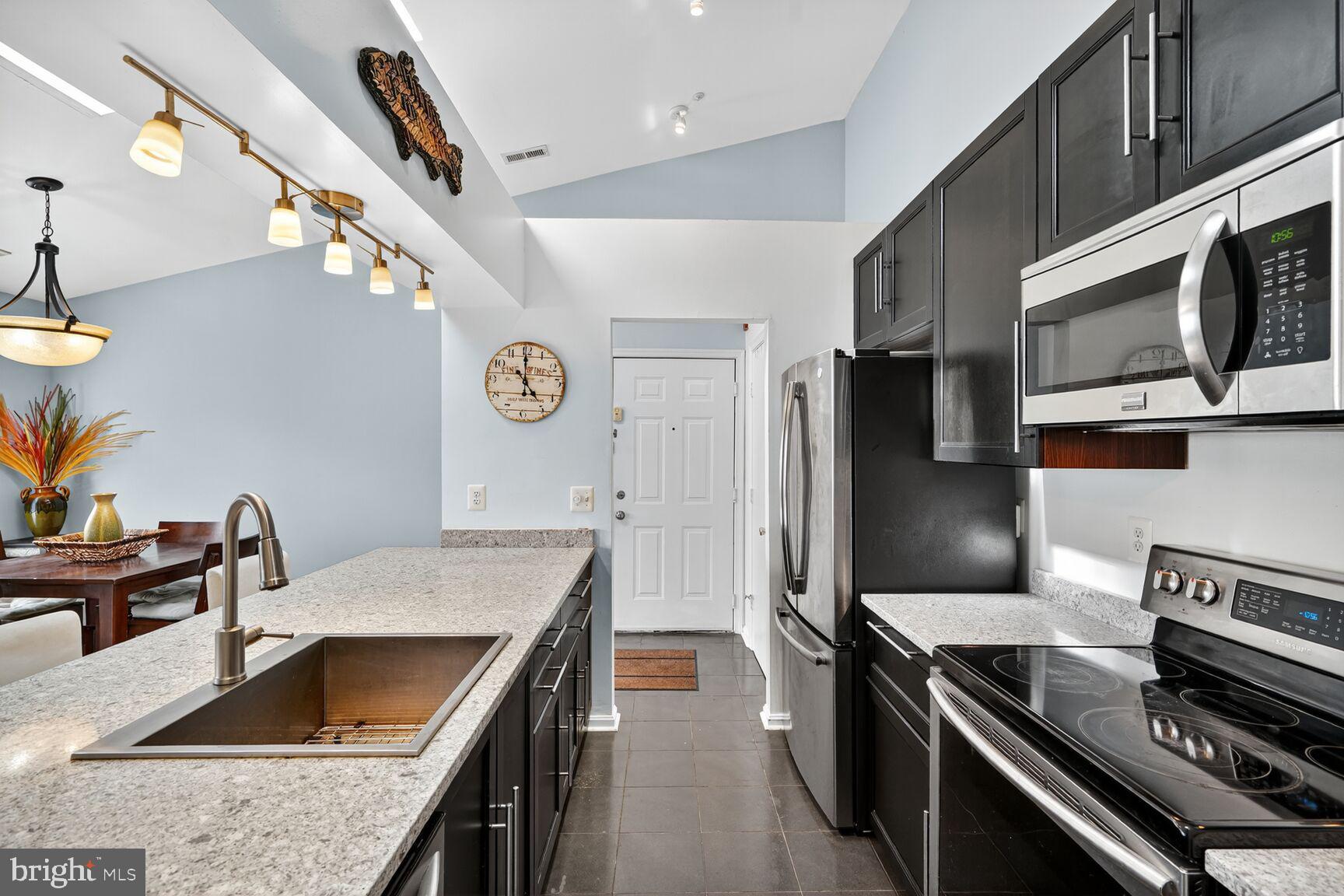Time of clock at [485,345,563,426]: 4:59
